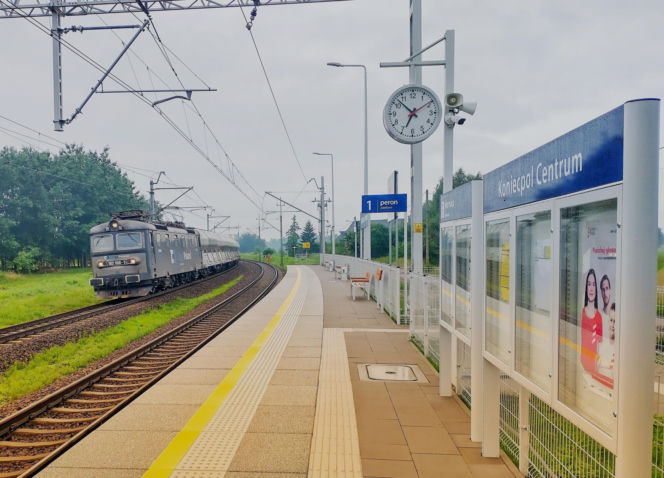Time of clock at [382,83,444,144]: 6:52
